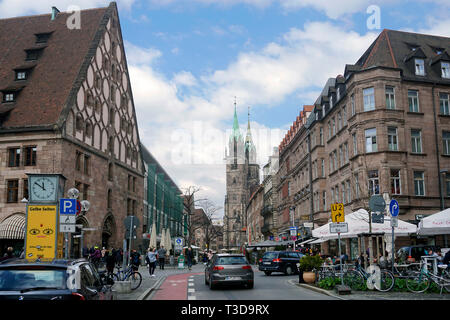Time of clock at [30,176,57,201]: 11:51
